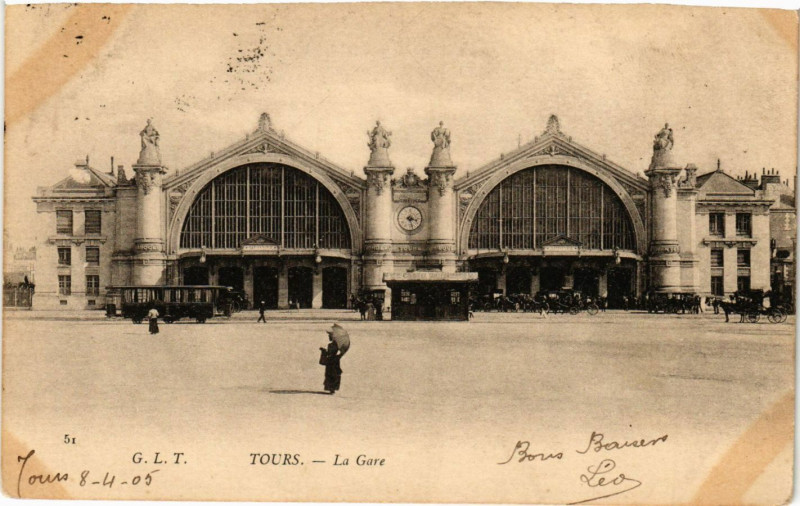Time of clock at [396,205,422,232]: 3:27
